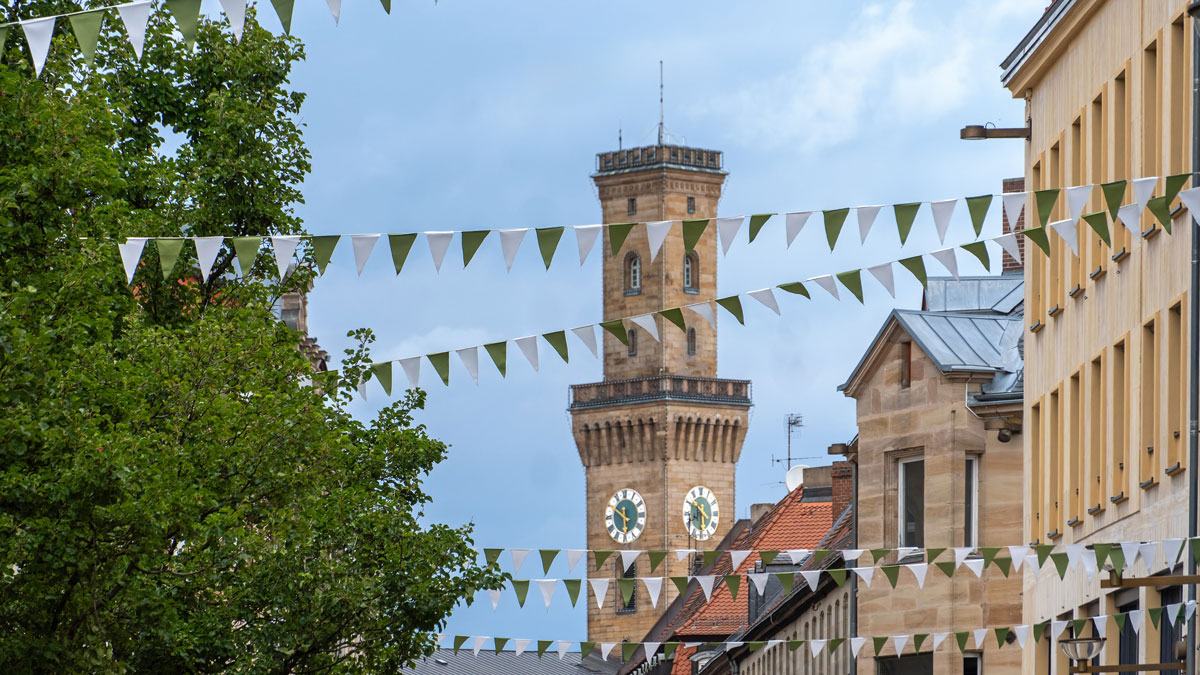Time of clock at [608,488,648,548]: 5:50
